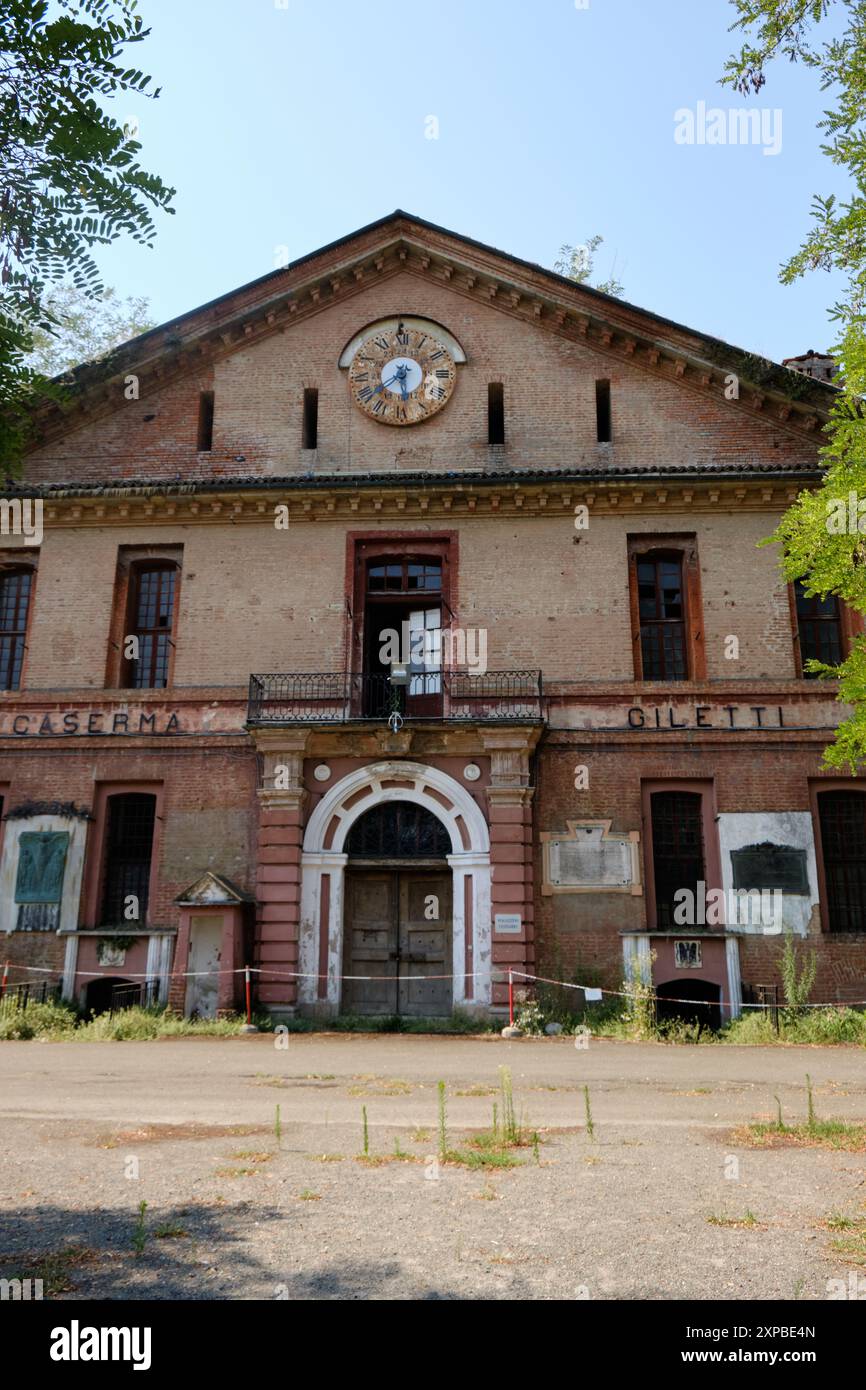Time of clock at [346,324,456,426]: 5:38
